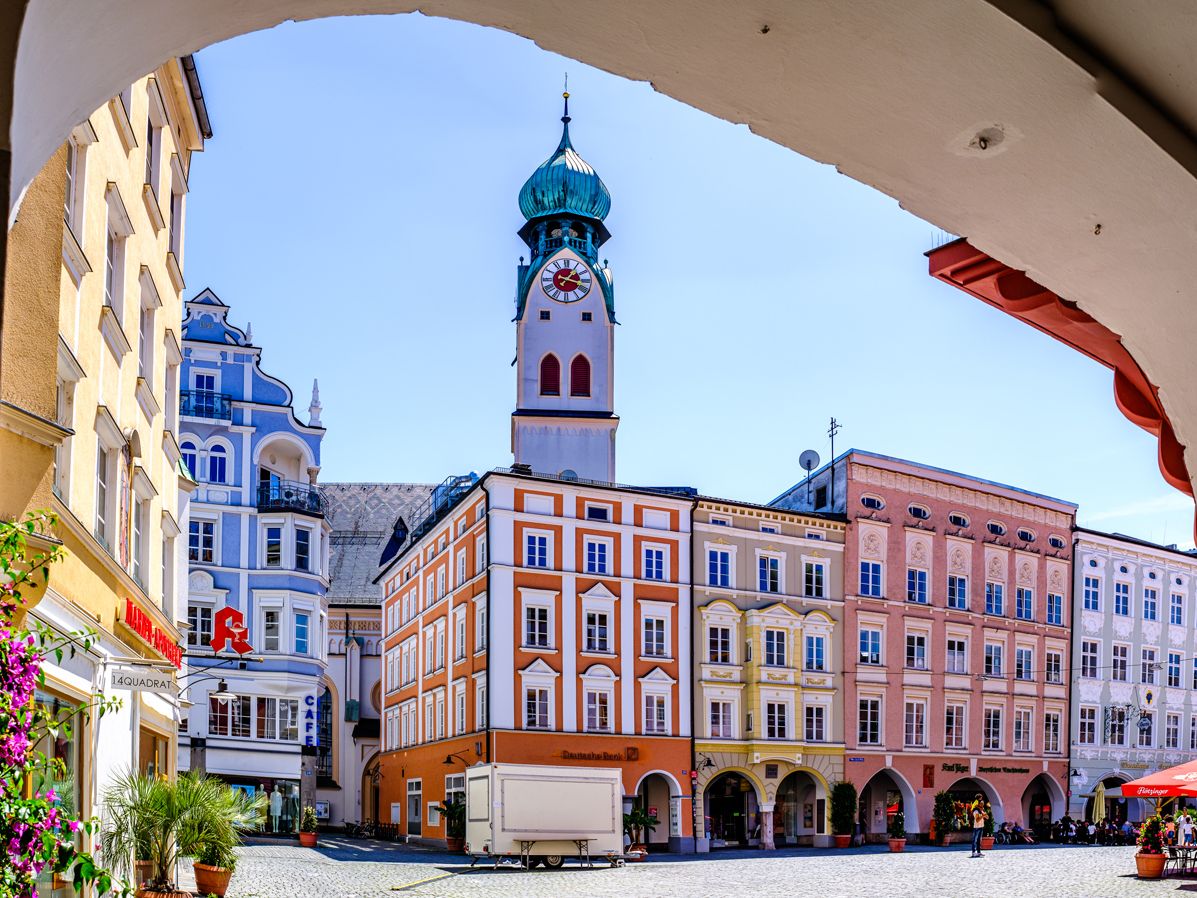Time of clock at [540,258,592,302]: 1:17
